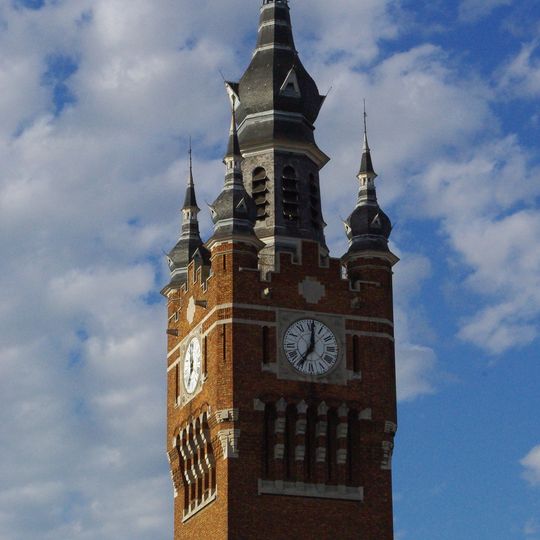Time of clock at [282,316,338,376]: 7:00
